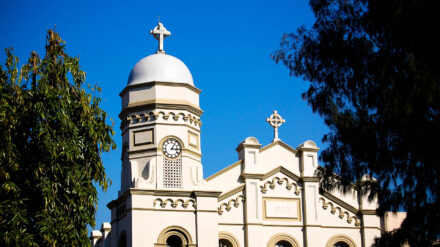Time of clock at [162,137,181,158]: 3:05
